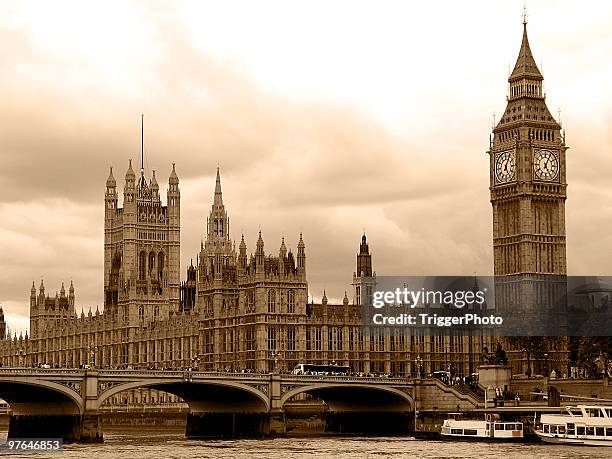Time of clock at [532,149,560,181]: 5:04
